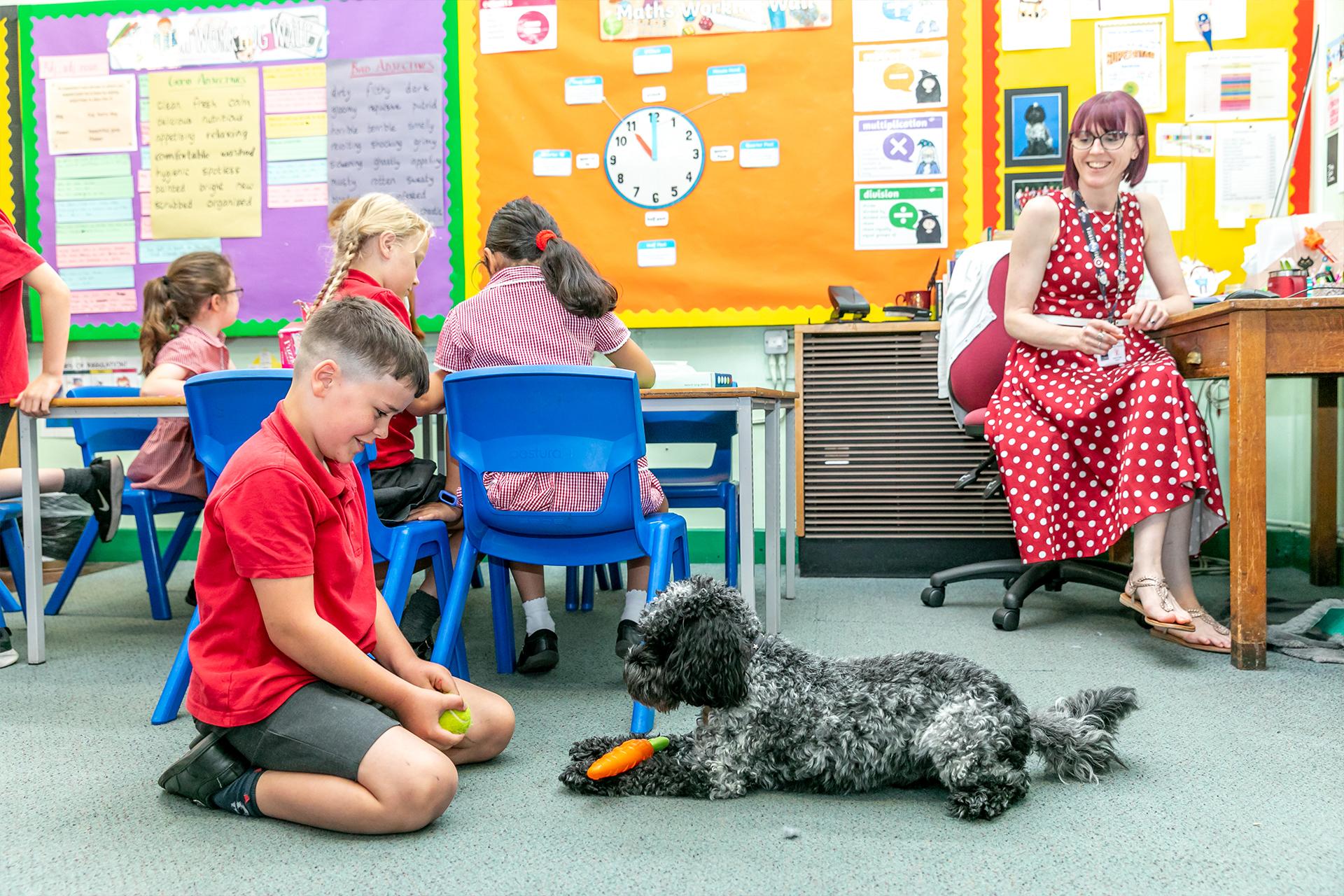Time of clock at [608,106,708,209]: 11:00
